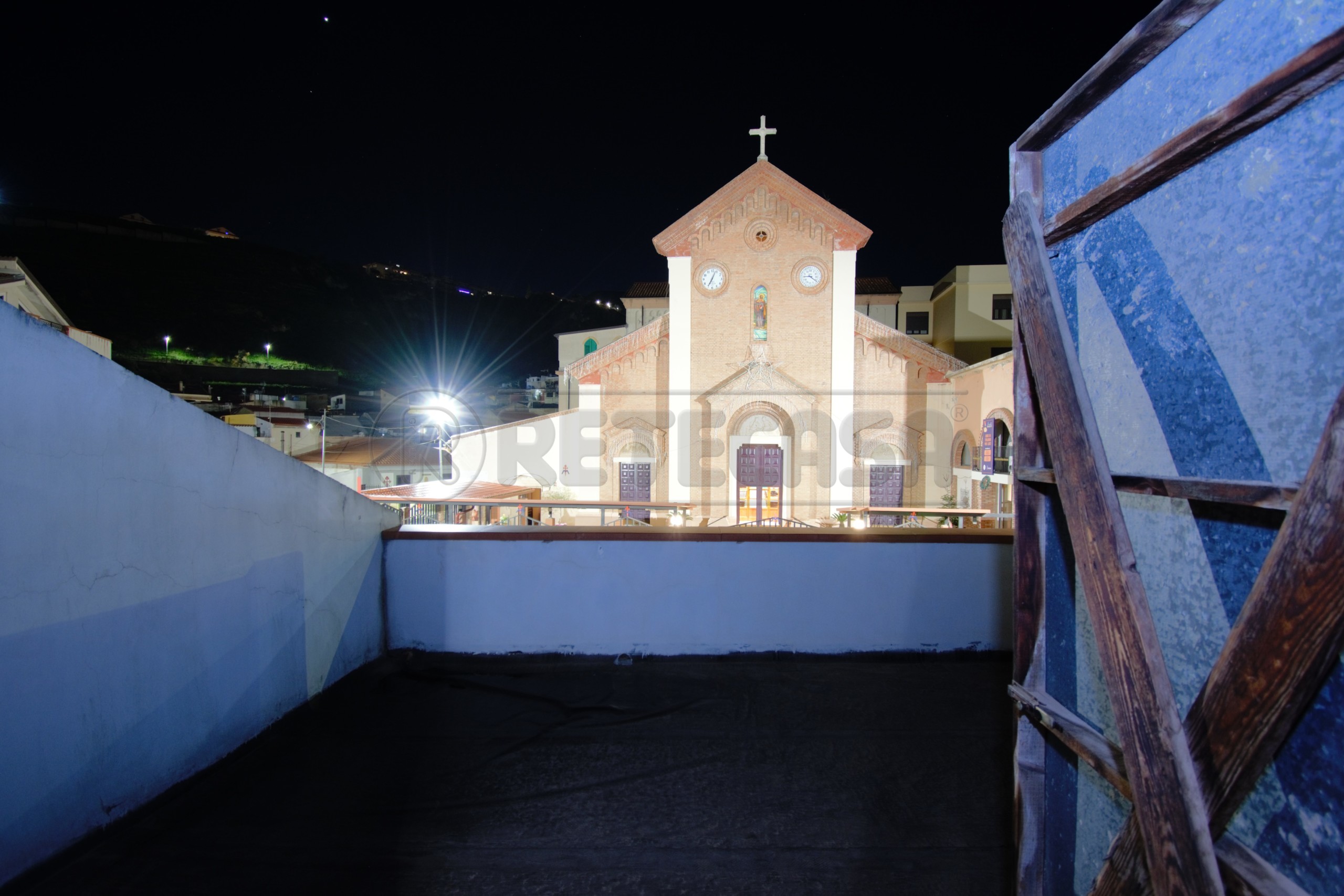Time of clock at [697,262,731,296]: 7:03
